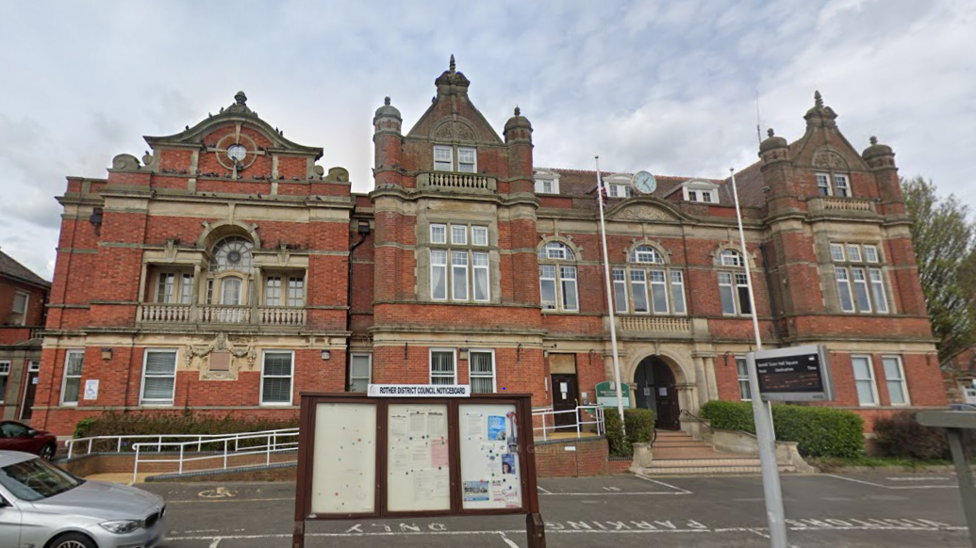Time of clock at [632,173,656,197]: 1:23
